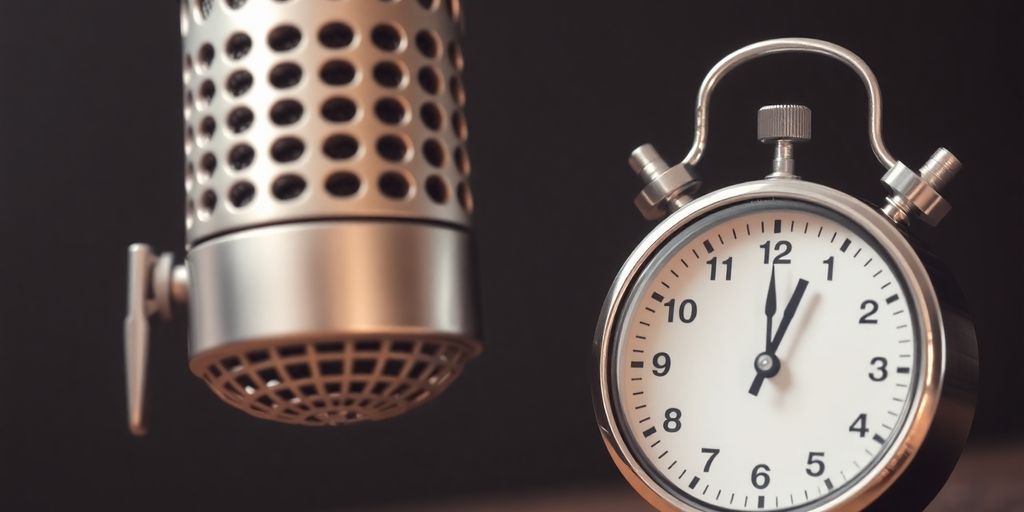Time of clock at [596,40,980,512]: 1:00
